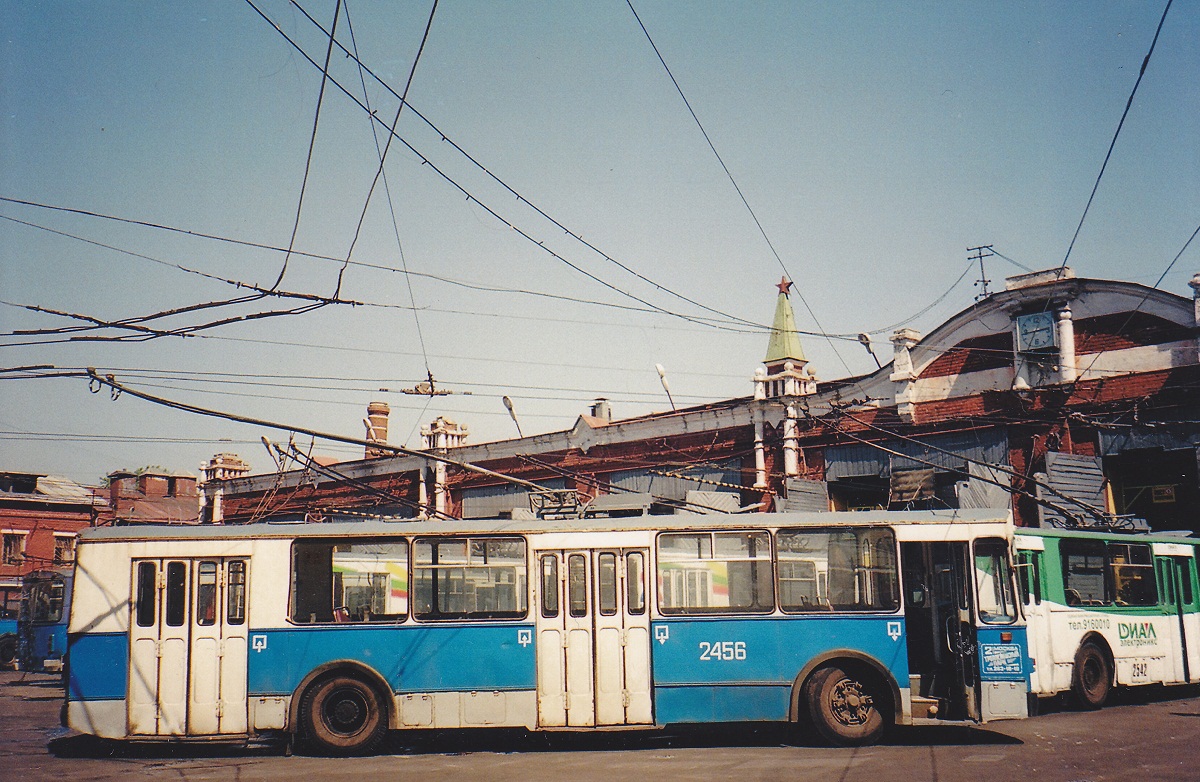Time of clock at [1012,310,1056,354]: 2:43
